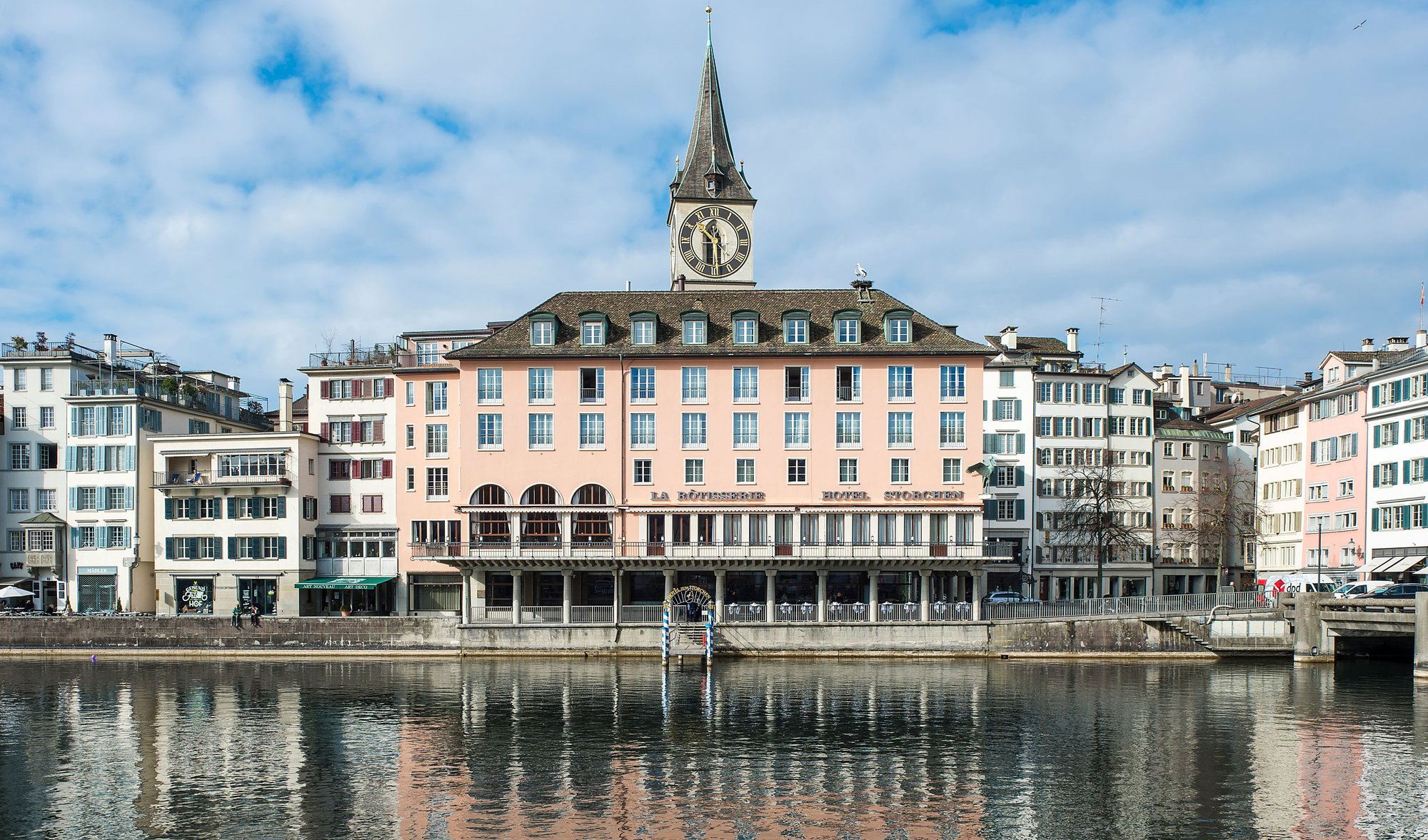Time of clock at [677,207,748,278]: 10:29
